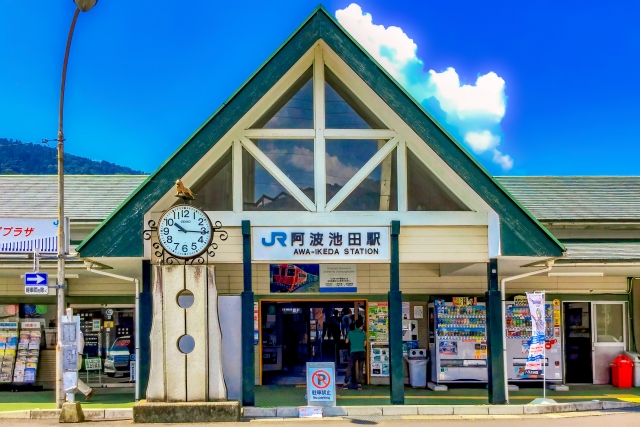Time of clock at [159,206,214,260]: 10:15
